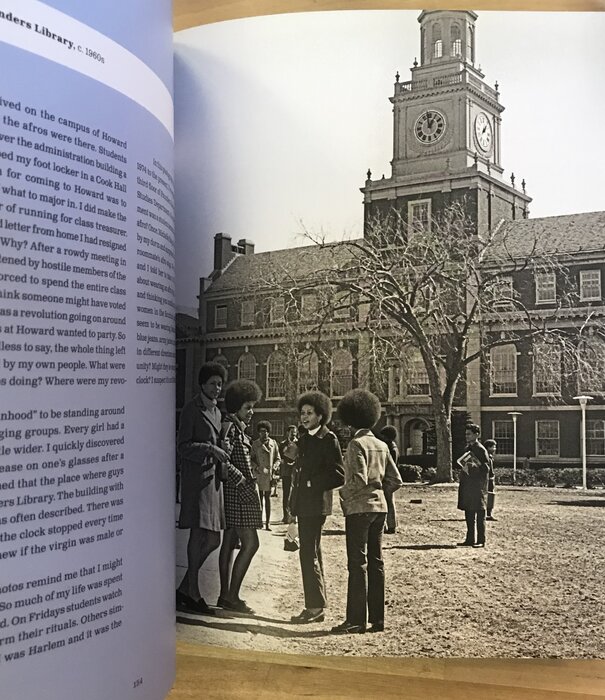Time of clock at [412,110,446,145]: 12:58
